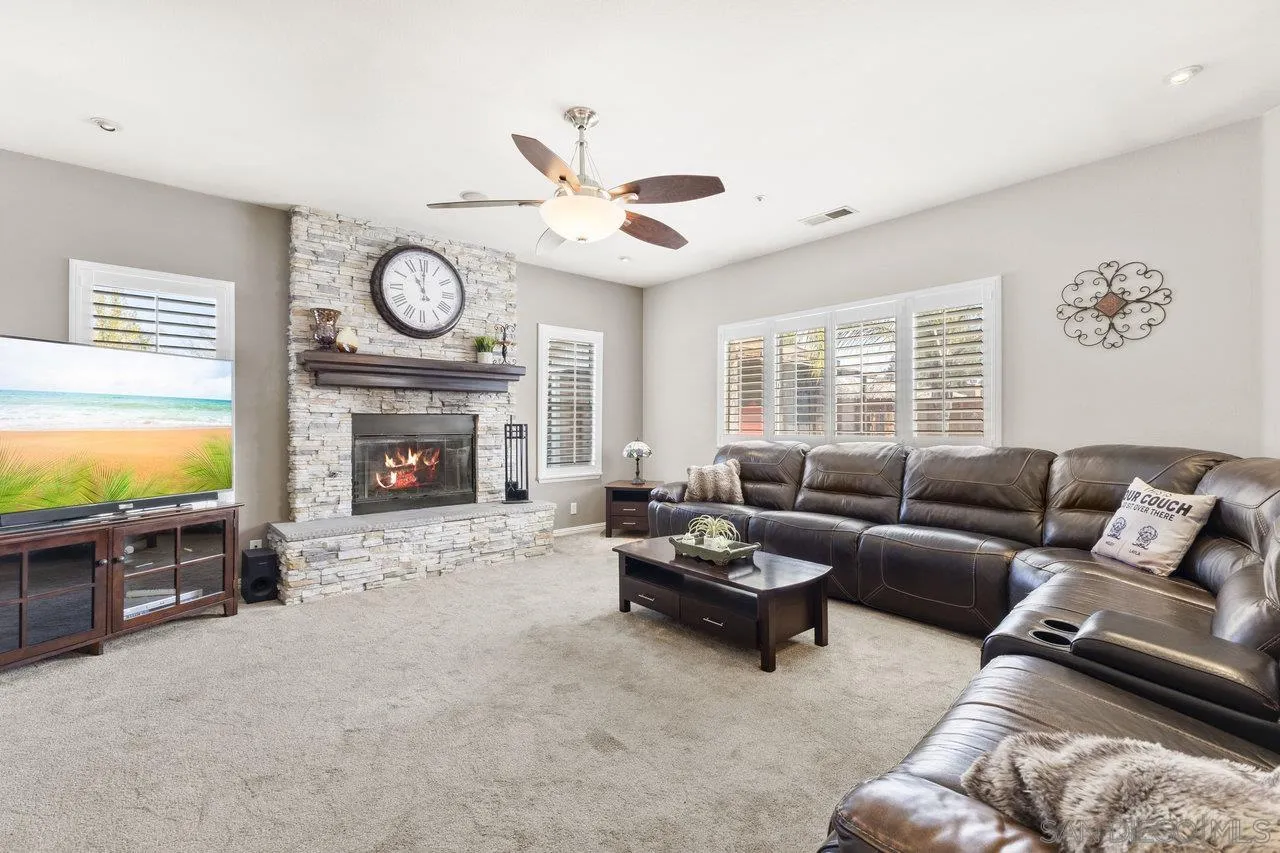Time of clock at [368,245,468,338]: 11:00
